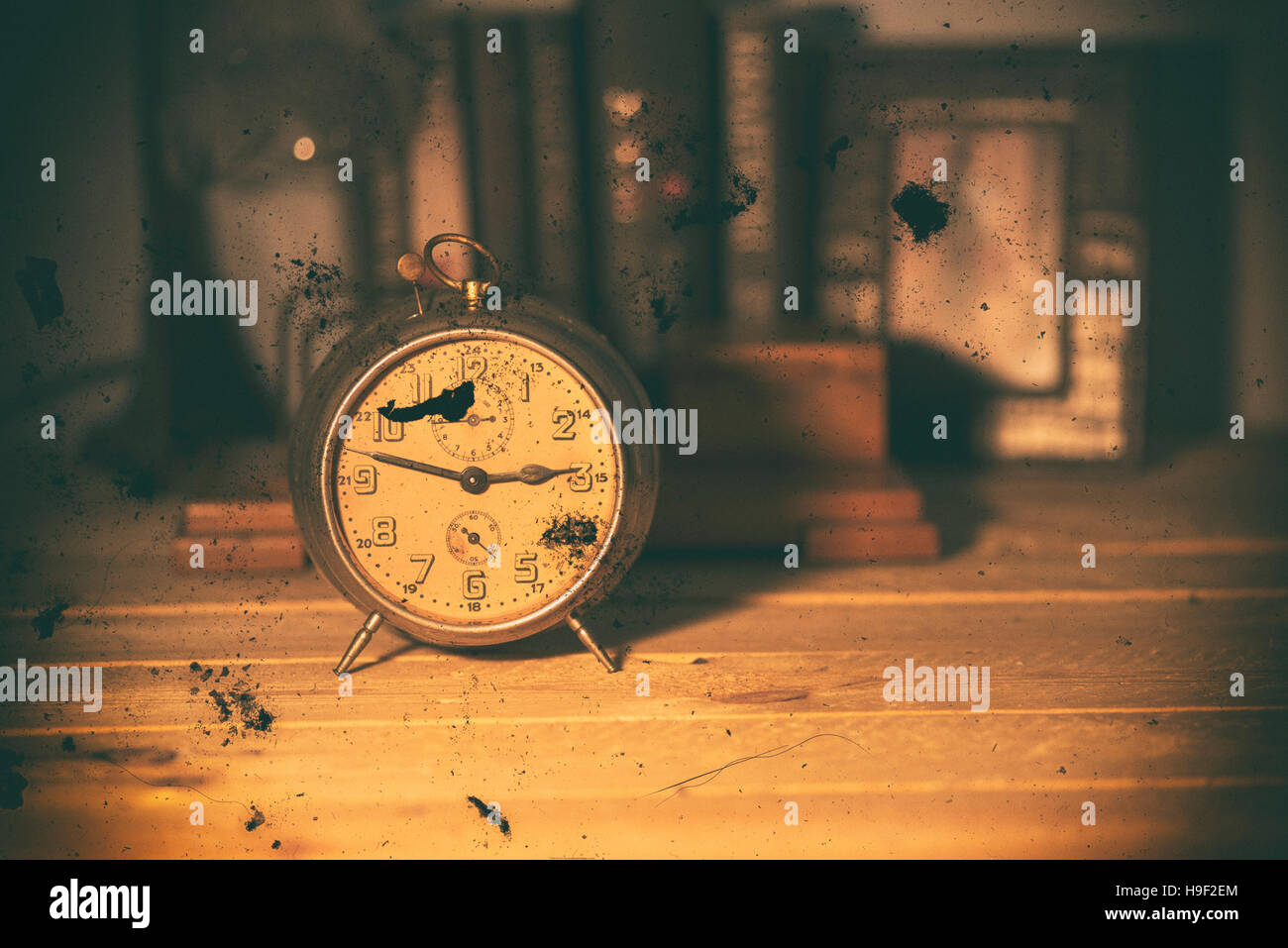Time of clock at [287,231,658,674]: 2:47
